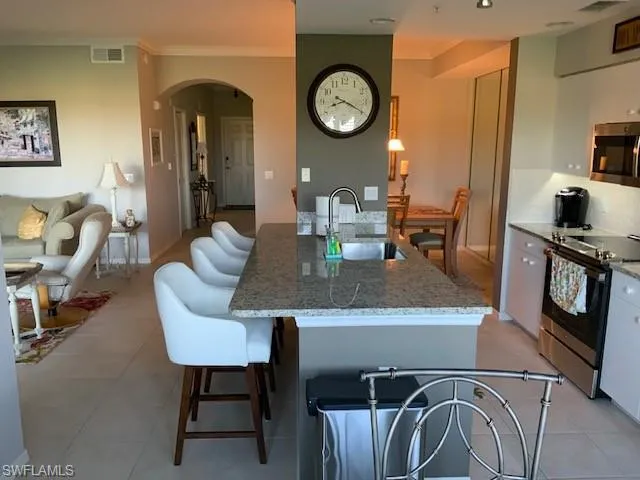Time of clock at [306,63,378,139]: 8:19
